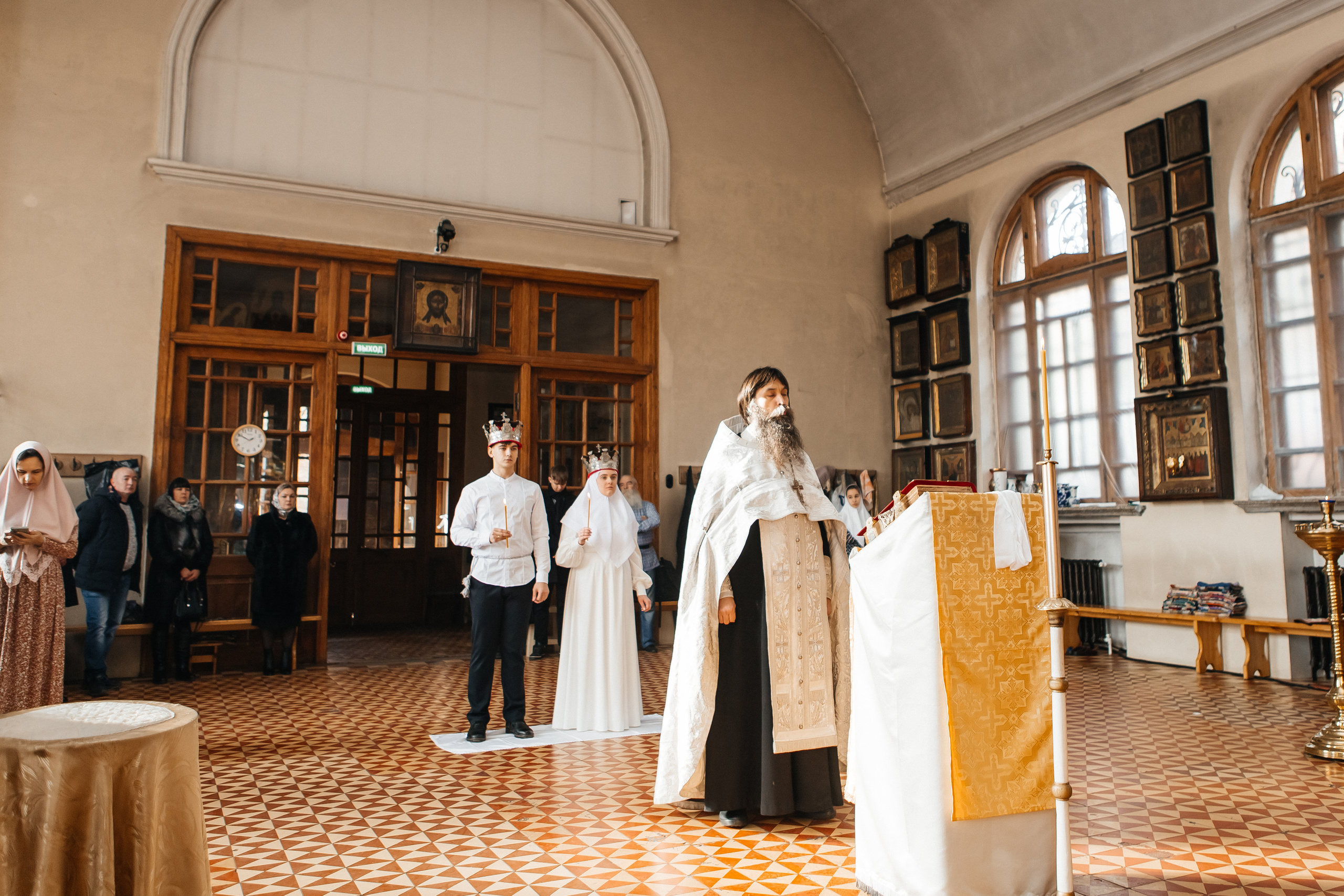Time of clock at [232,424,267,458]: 1:49
